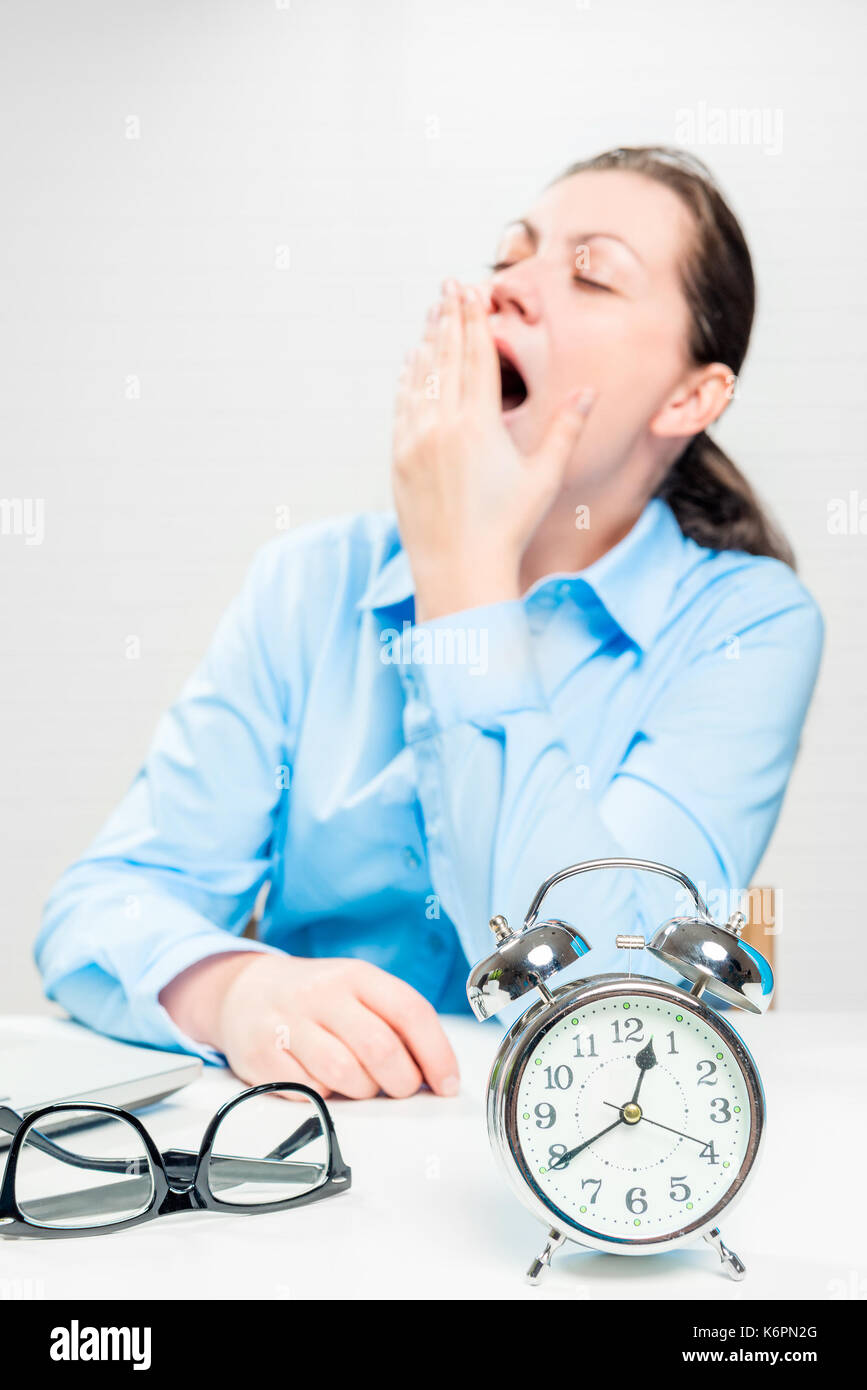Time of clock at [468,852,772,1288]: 12:39
